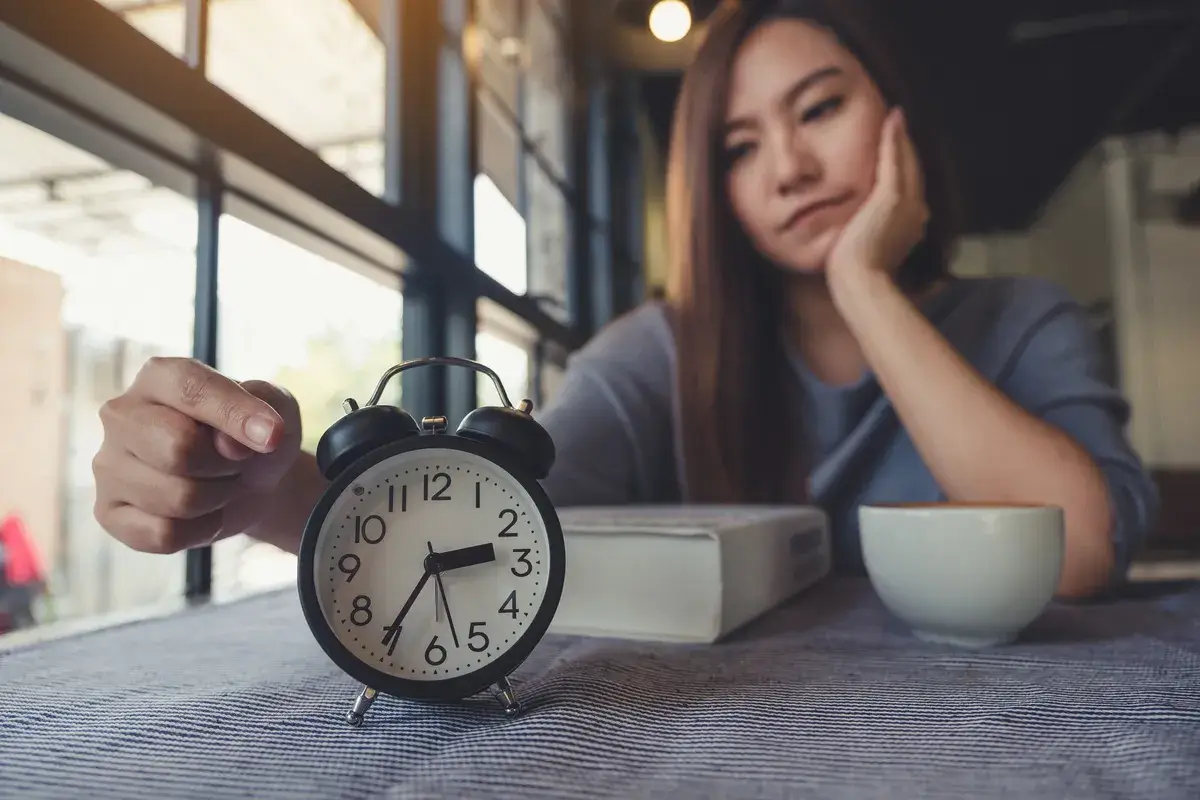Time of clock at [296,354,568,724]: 2:35
